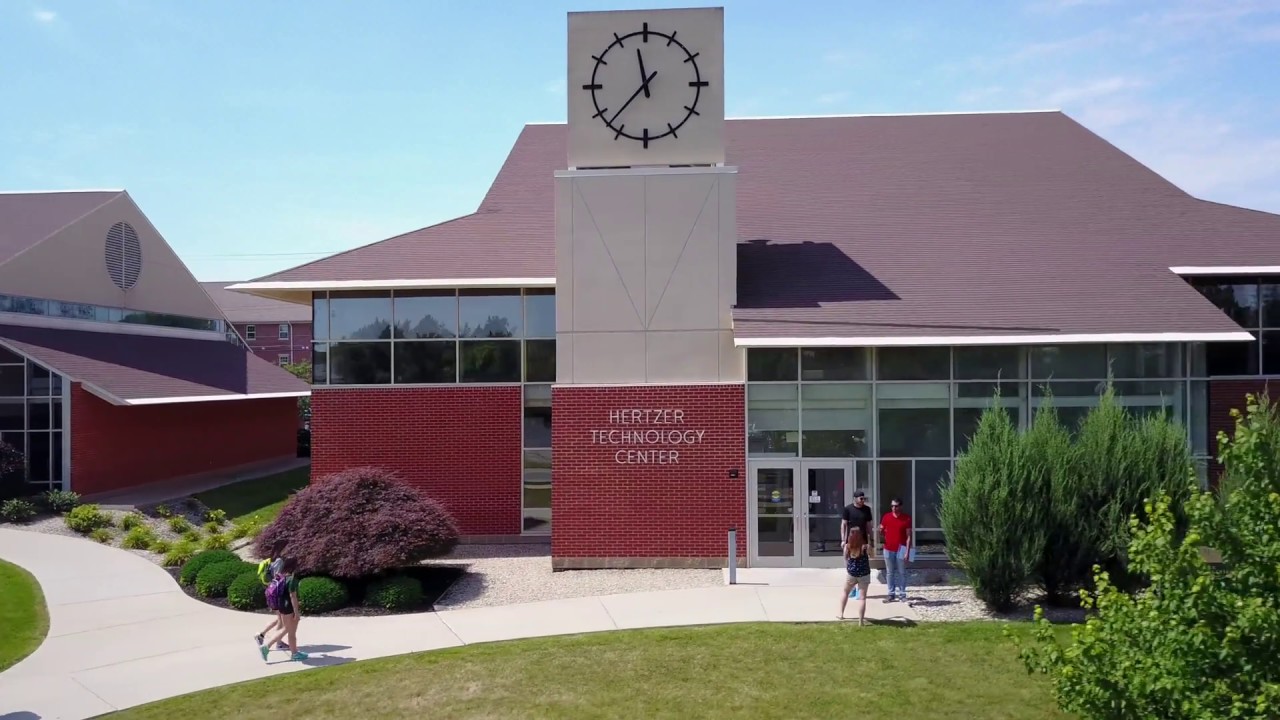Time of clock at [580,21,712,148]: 11:37
